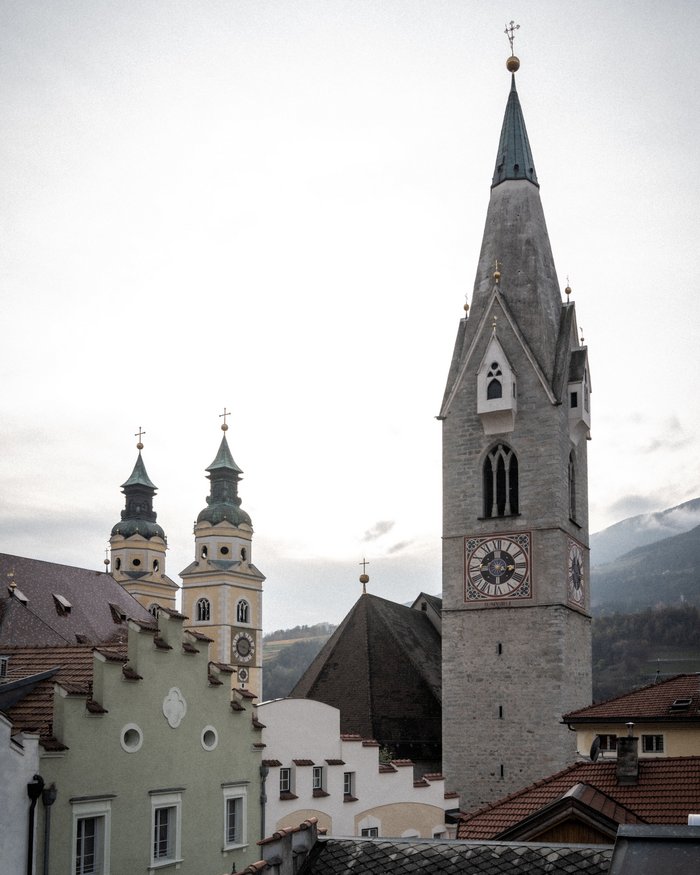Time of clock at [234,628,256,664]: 3:47
